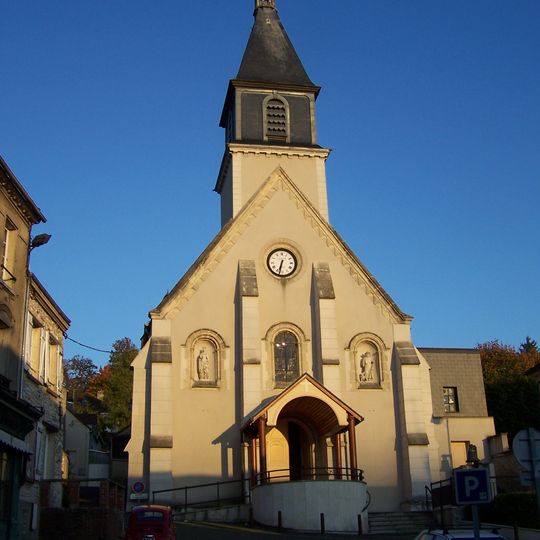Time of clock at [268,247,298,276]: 6:32
